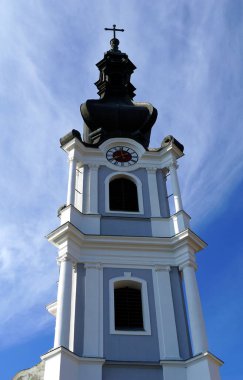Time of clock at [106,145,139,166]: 7:59
